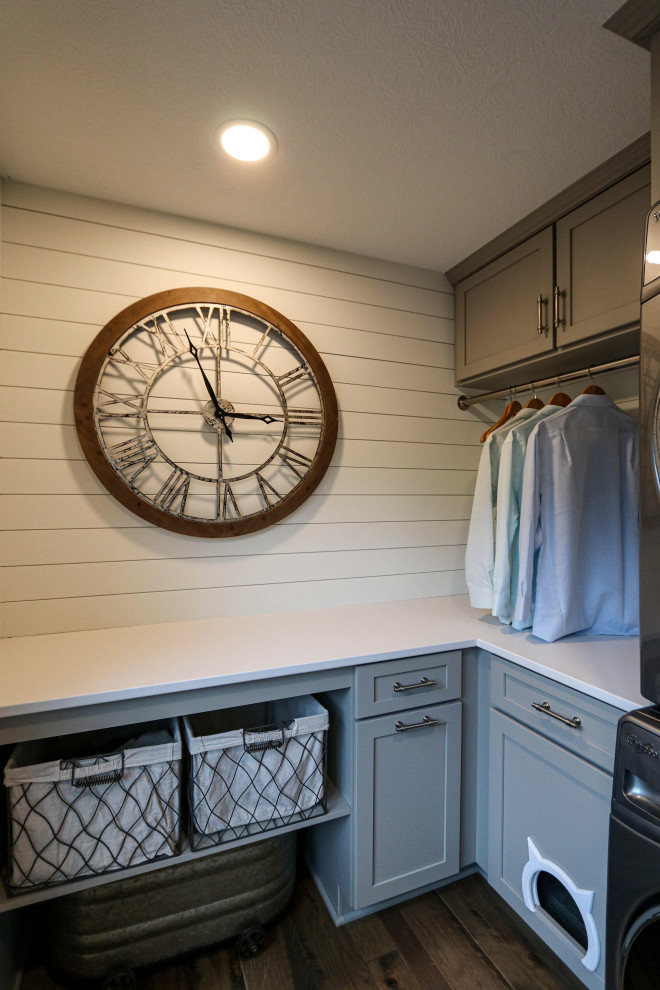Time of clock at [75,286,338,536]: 2:56
